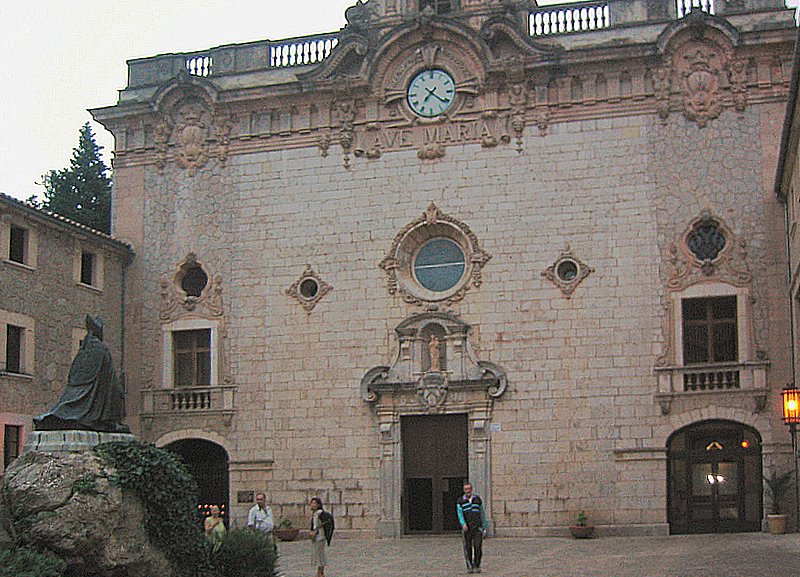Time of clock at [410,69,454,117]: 7:21
